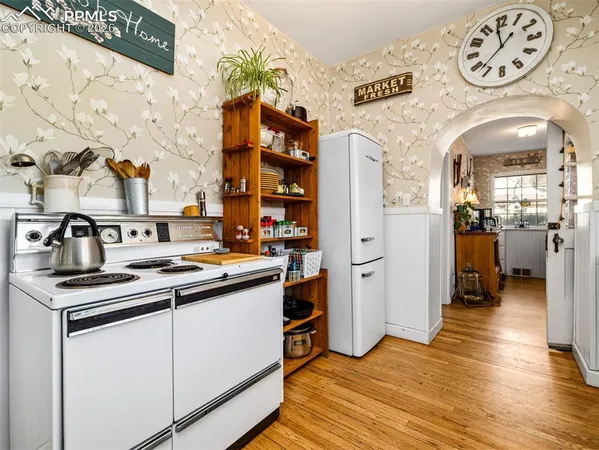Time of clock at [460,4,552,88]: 11:37
